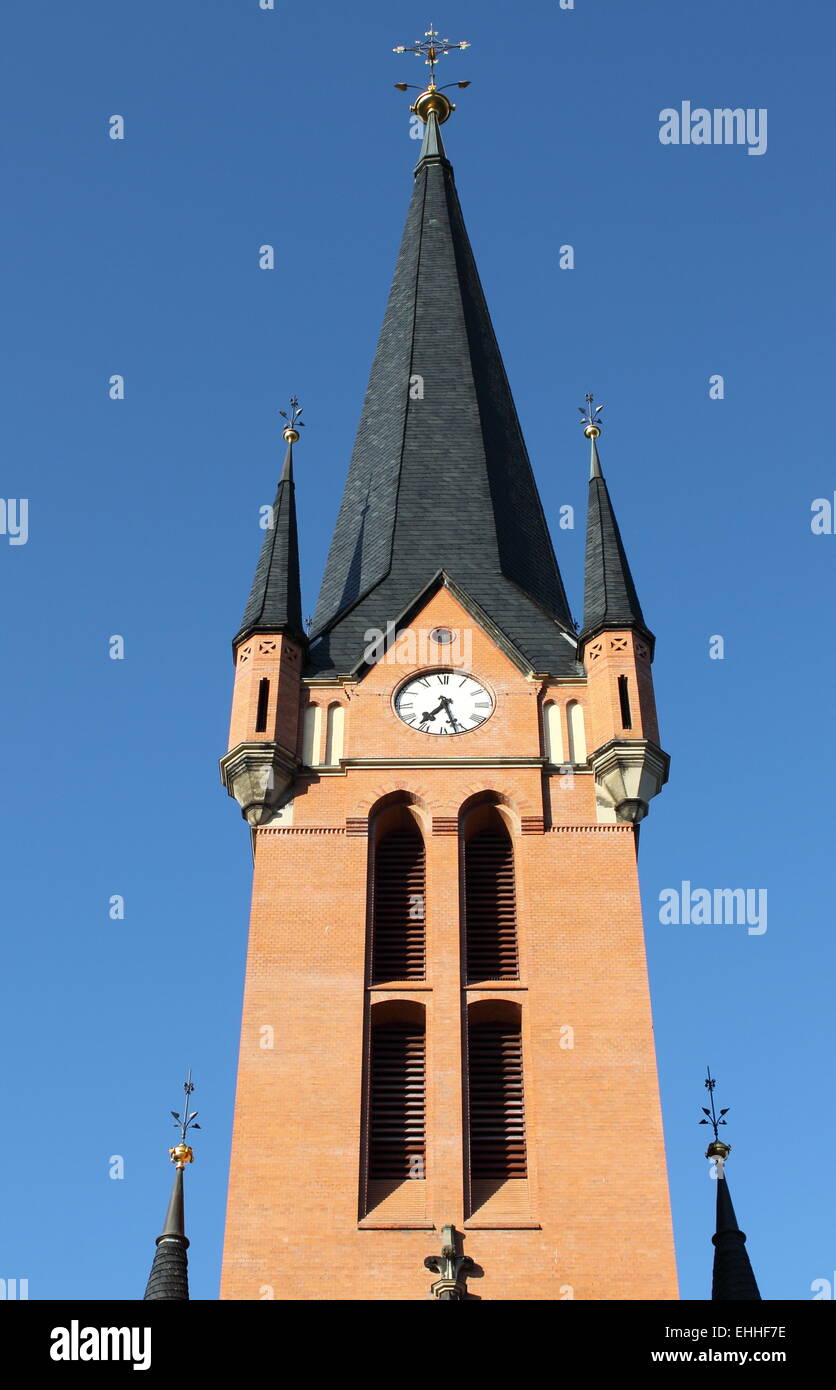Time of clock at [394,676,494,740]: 7:27
